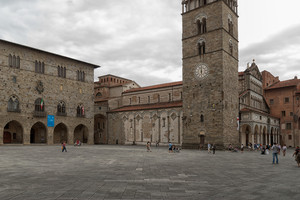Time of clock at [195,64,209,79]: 5:59
